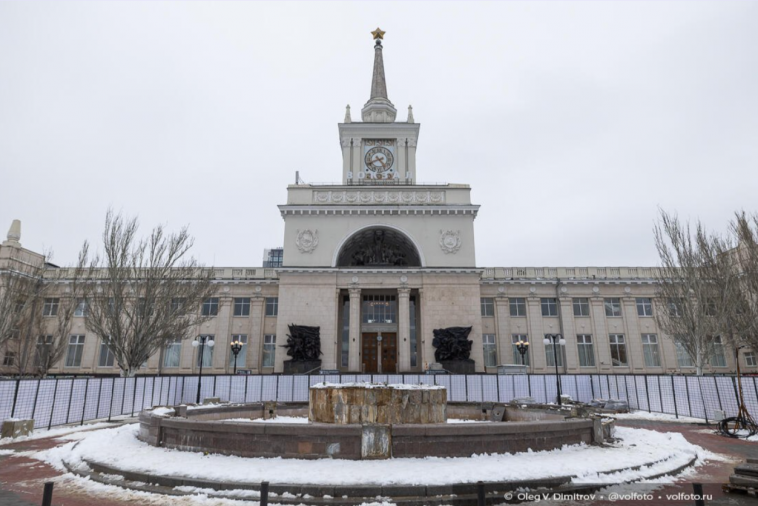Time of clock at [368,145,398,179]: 4:41
